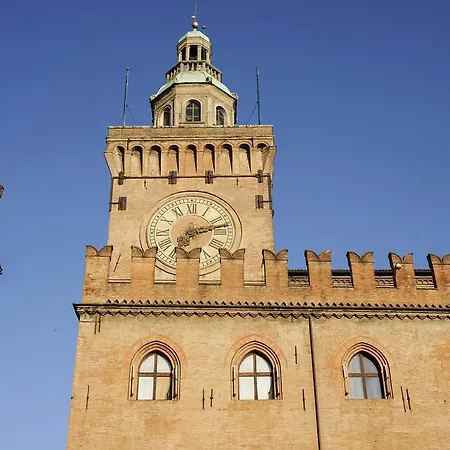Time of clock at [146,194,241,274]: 7:12
